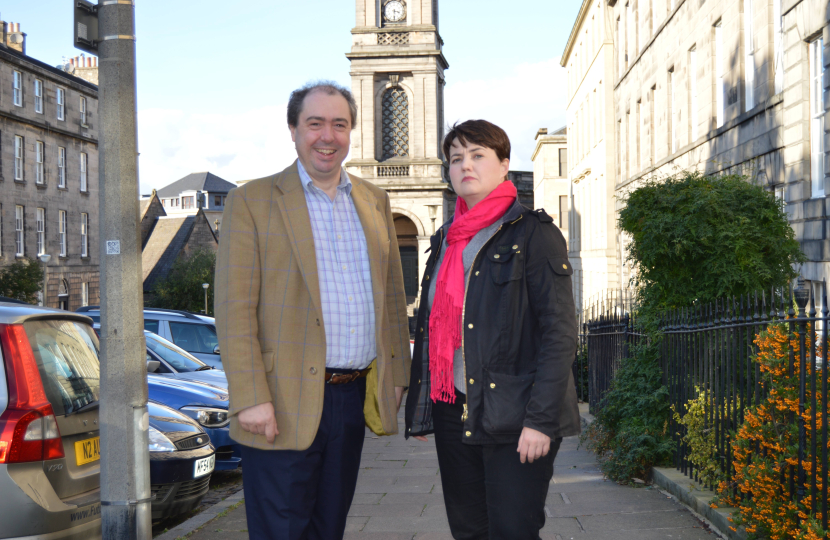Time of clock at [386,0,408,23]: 3:30
